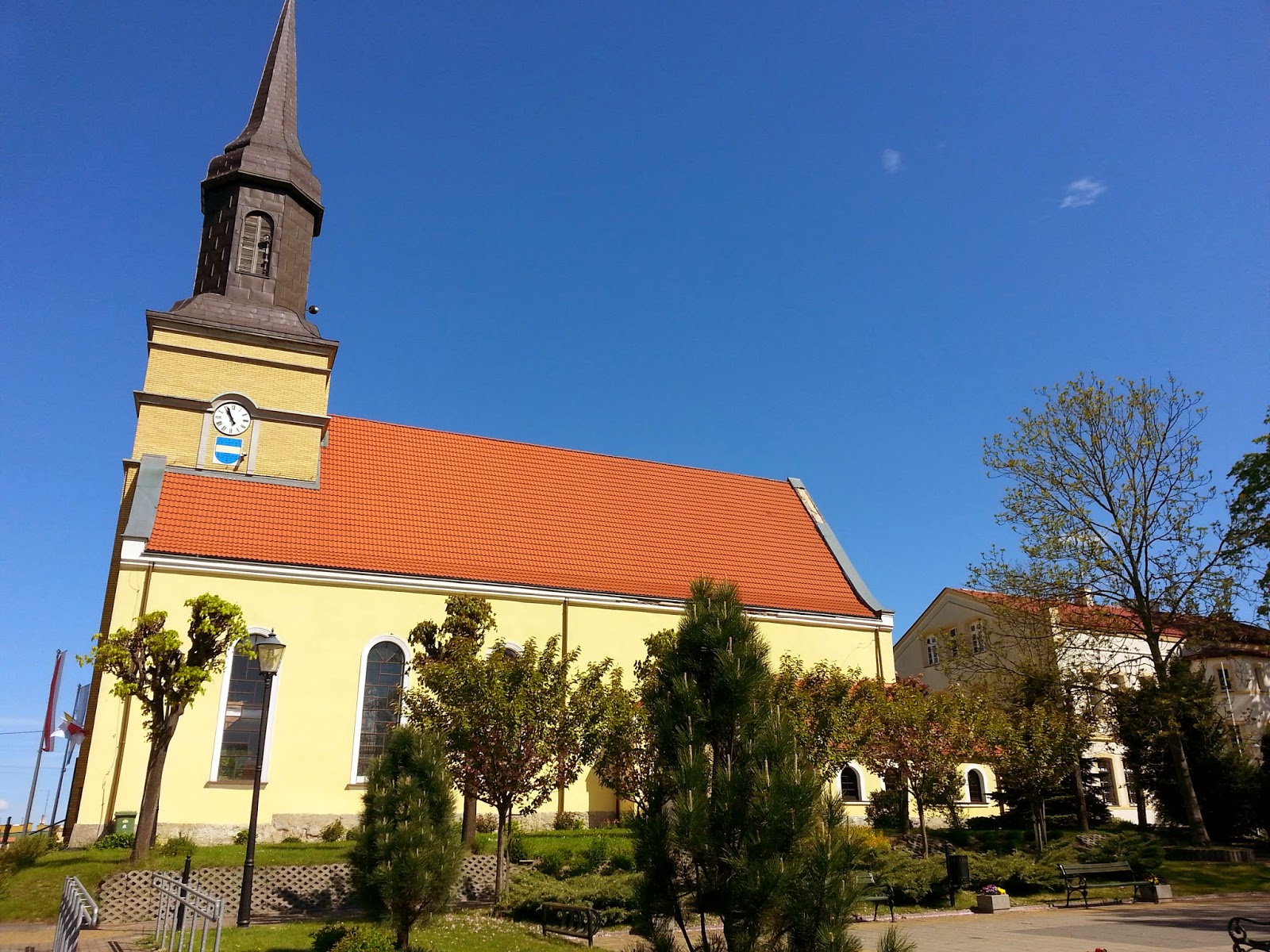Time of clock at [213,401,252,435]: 10:56
